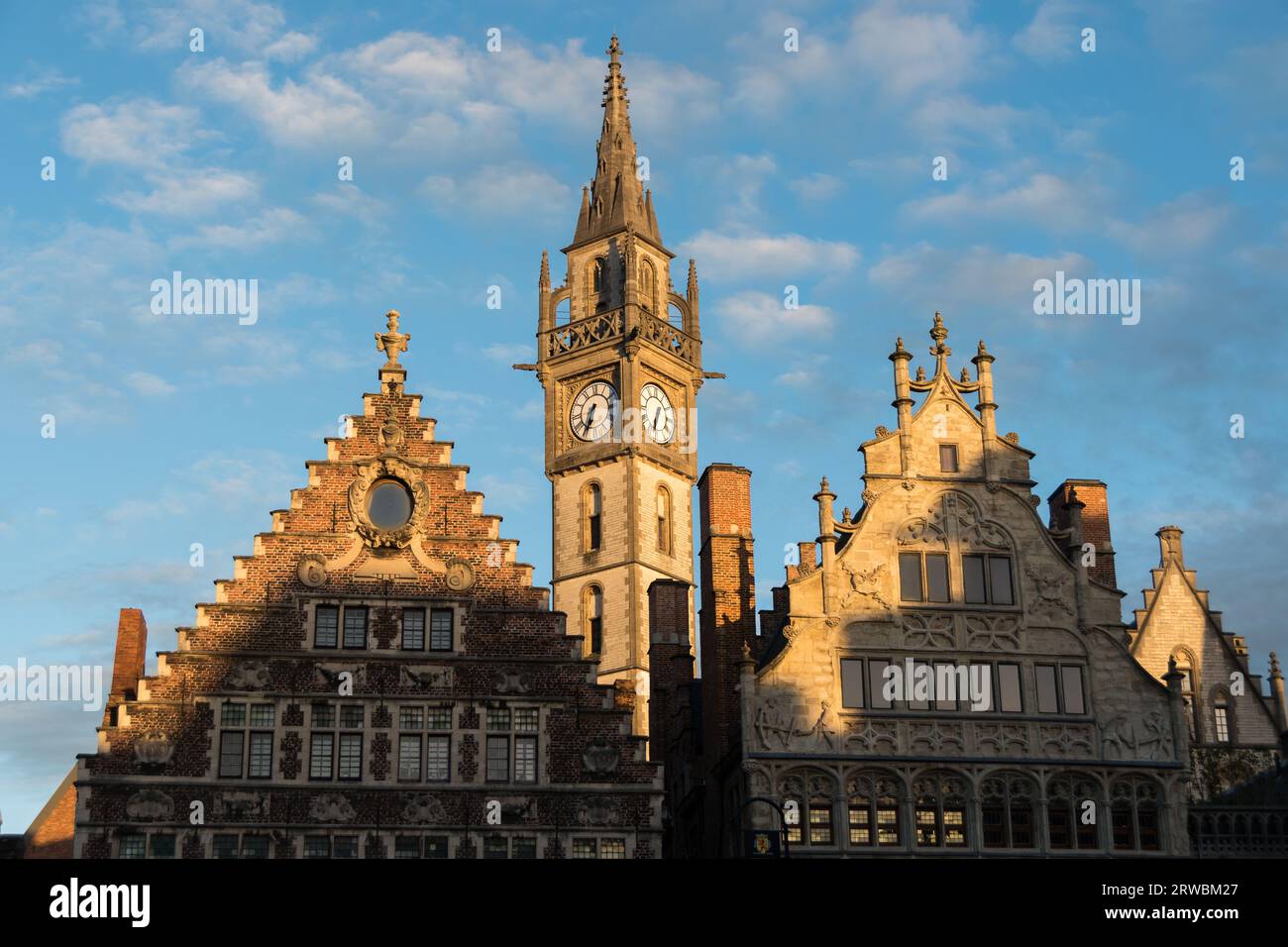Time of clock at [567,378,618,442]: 6:34
